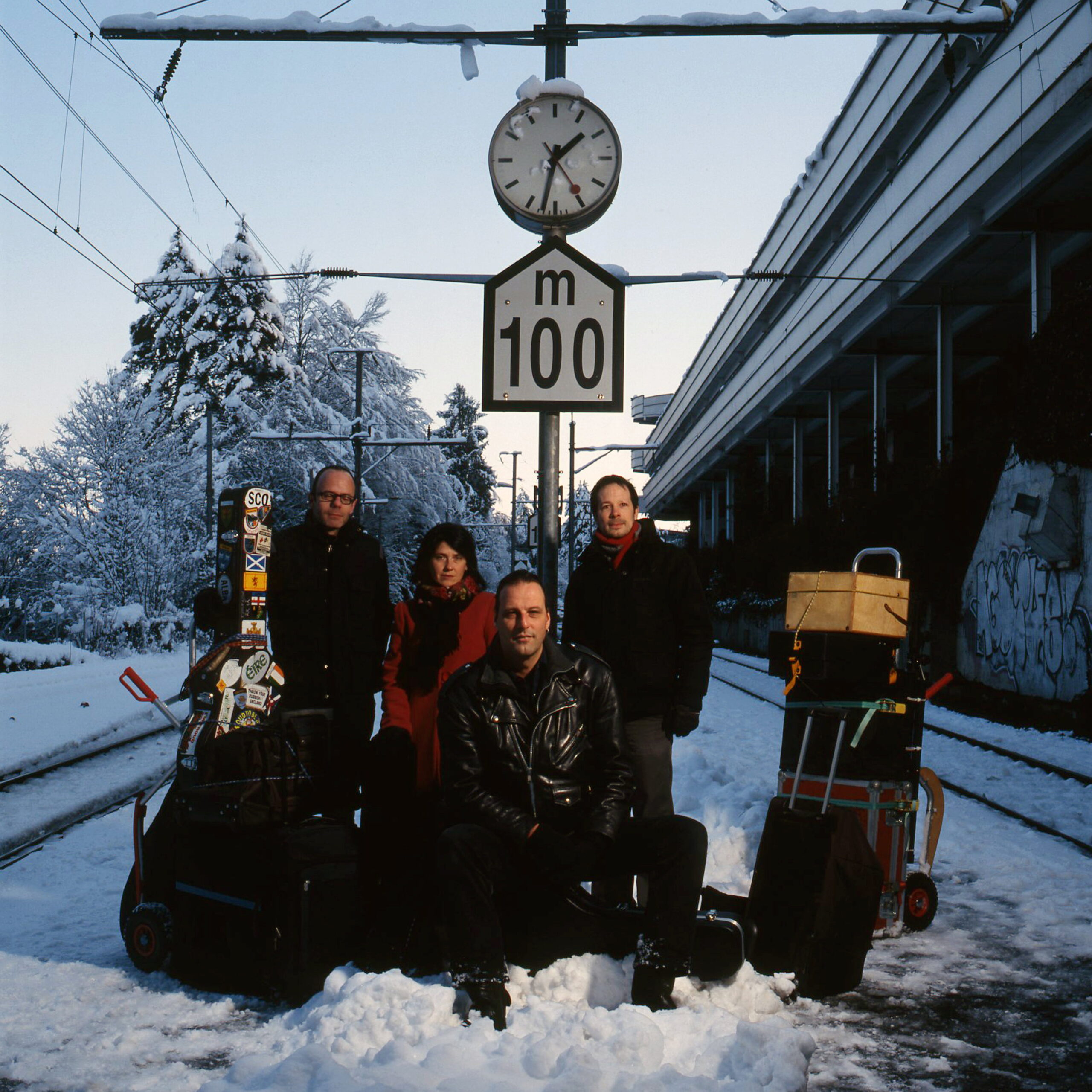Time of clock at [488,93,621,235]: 1:32
